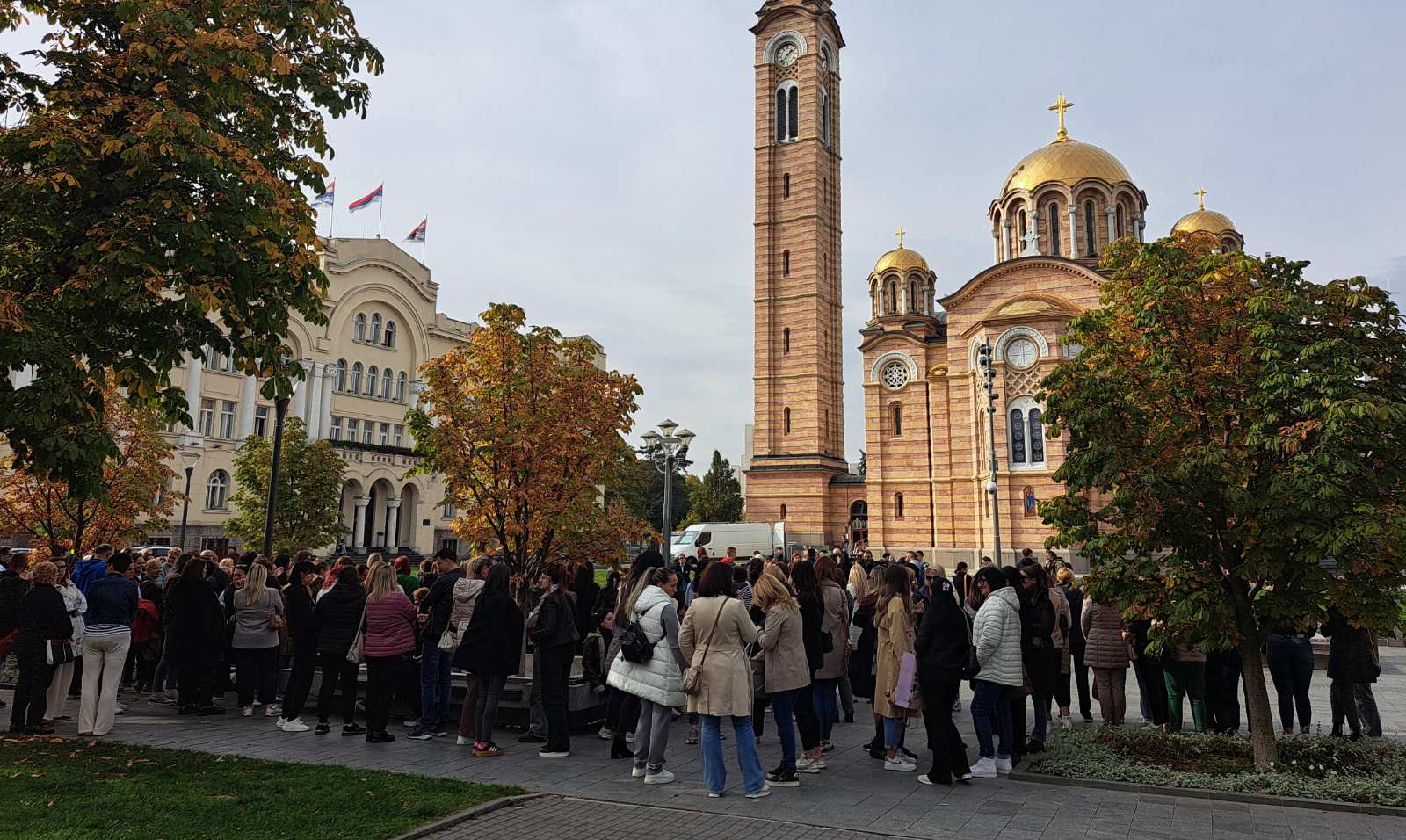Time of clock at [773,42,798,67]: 1:36
